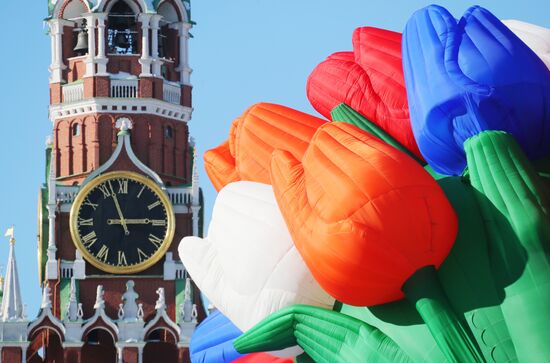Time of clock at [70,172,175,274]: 2:56
